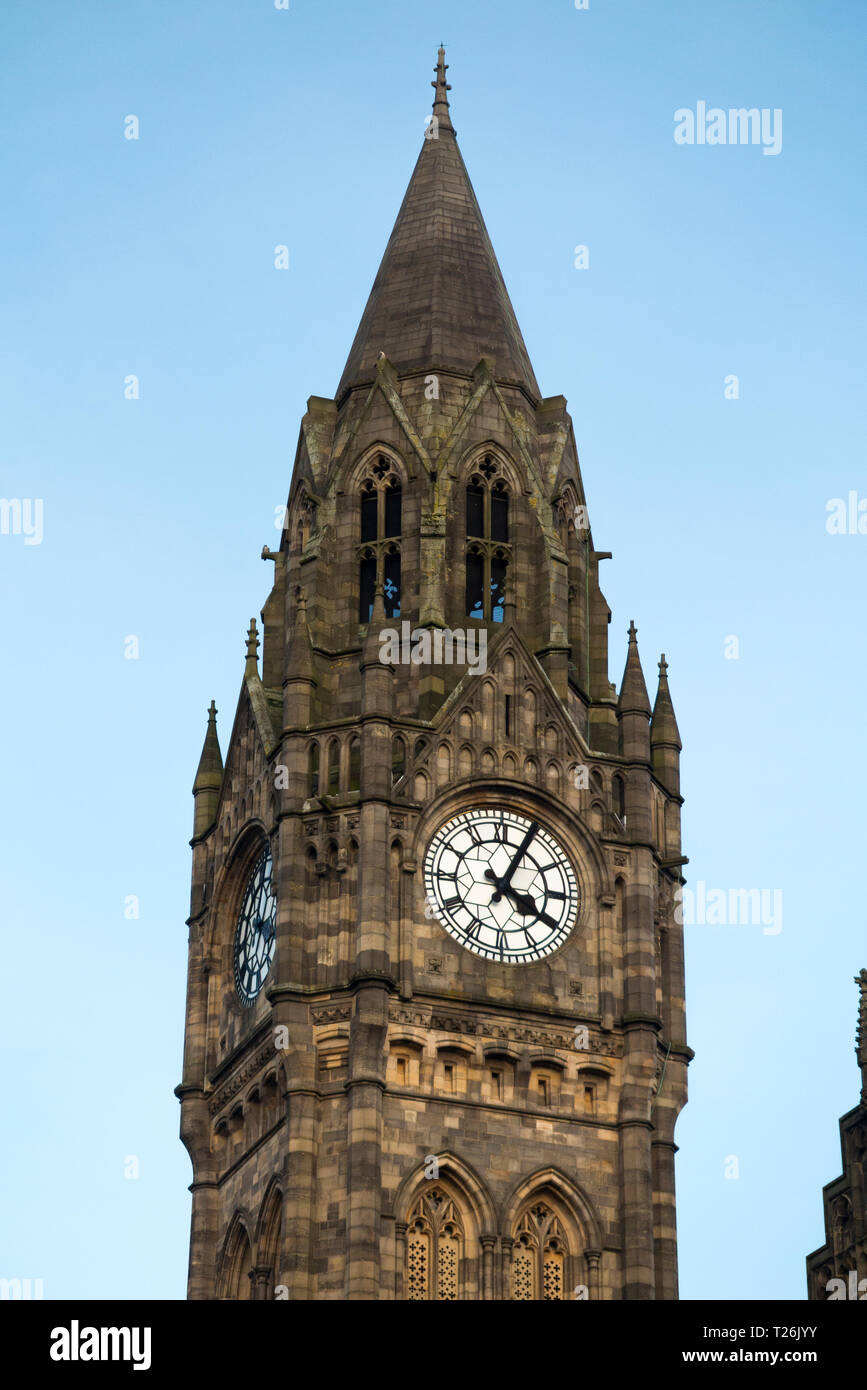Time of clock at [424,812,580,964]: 4:04
